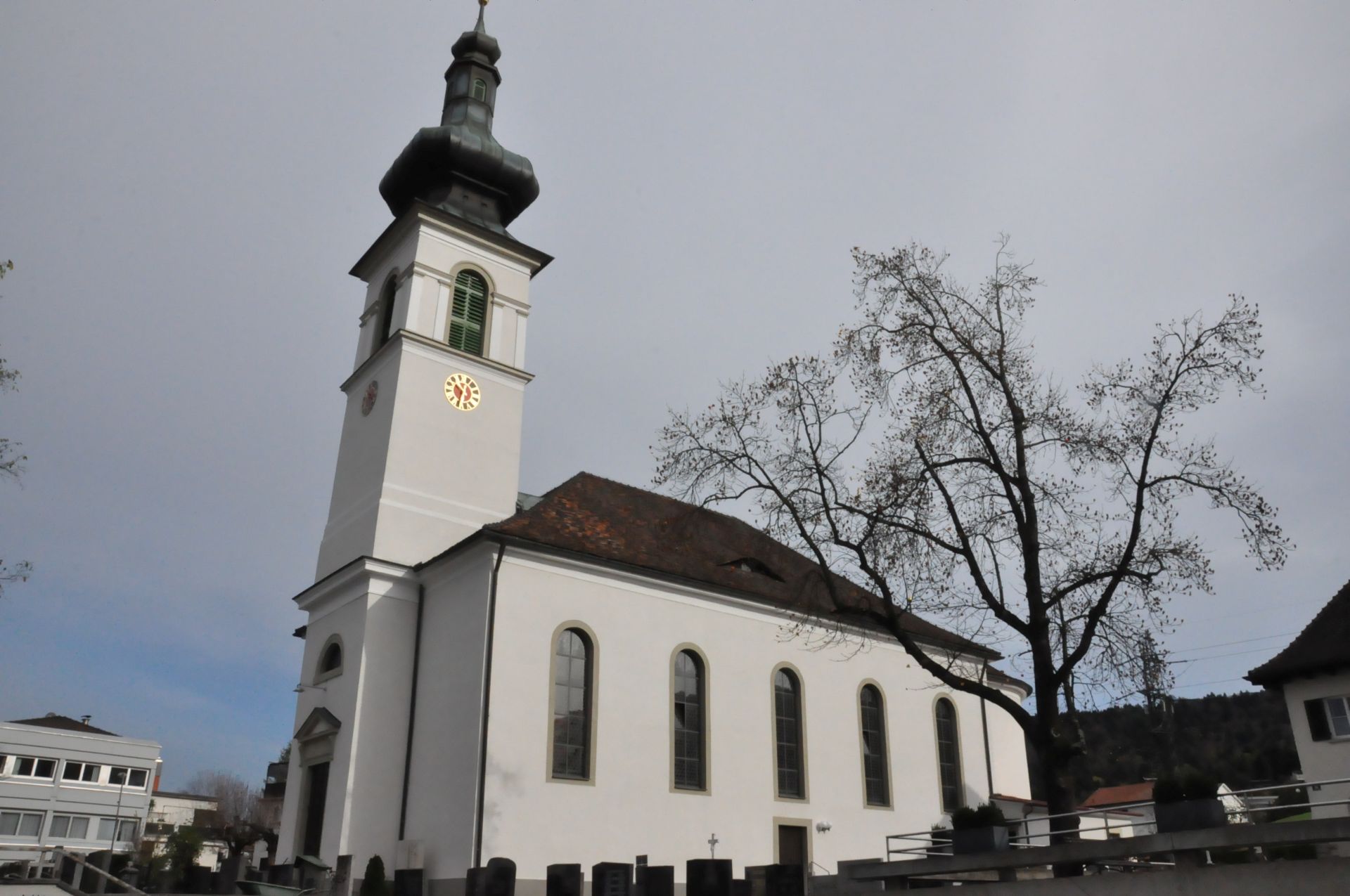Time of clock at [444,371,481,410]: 10:34
